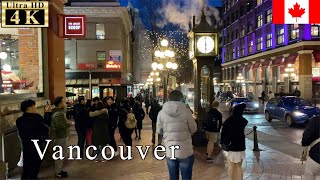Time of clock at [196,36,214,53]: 5:59
